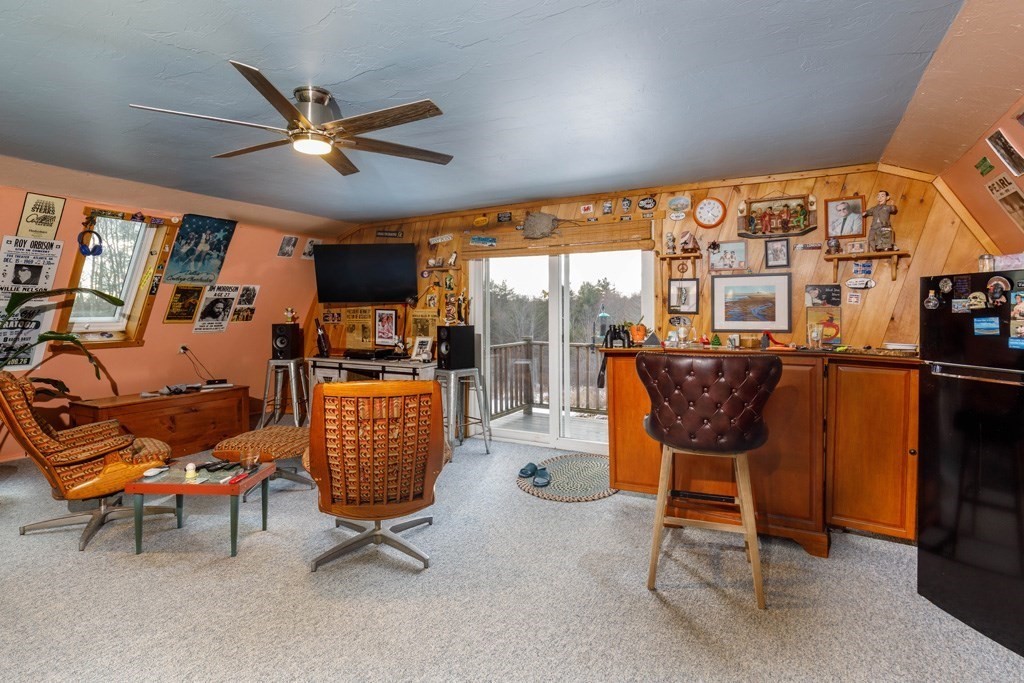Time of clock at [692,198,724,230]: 1:21
